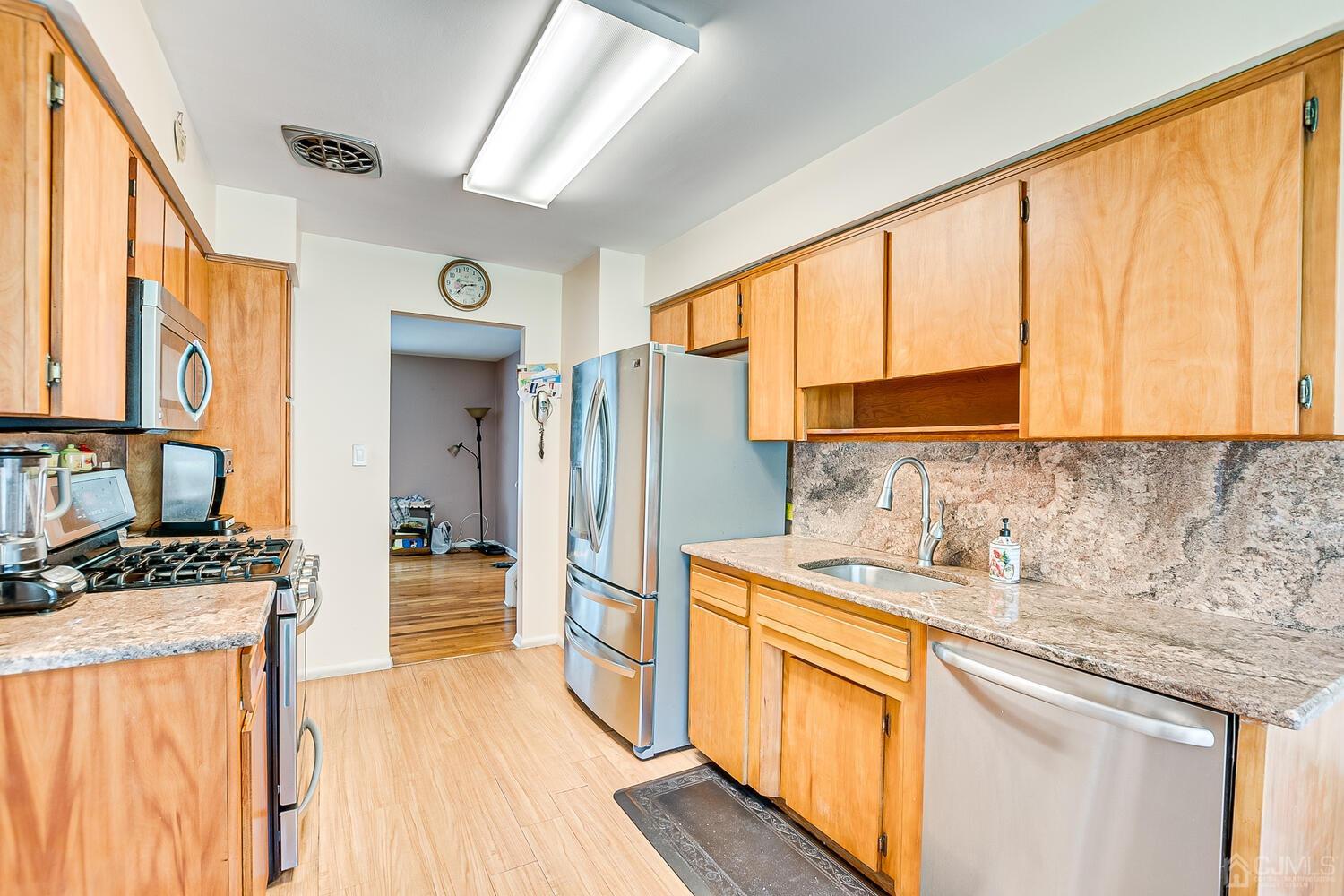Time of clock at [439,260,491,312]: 2:37
